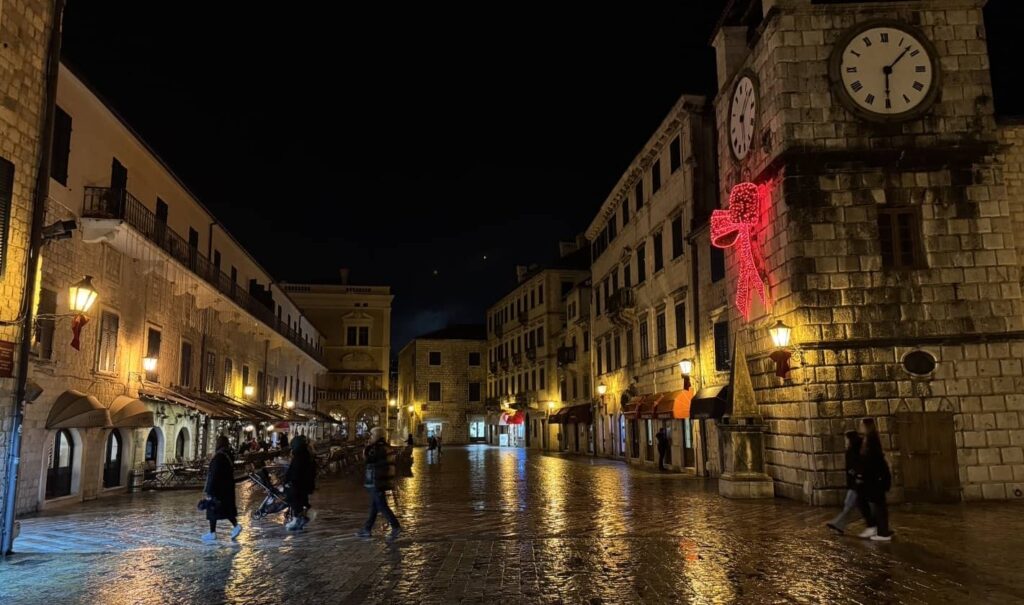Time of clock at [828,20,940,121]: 1:30
